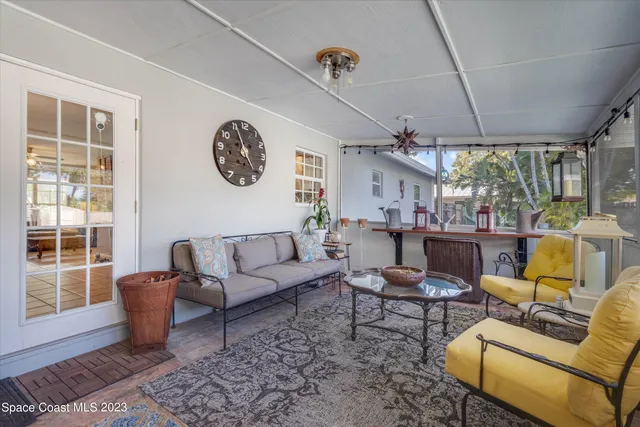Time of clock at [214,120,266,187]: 4:56
